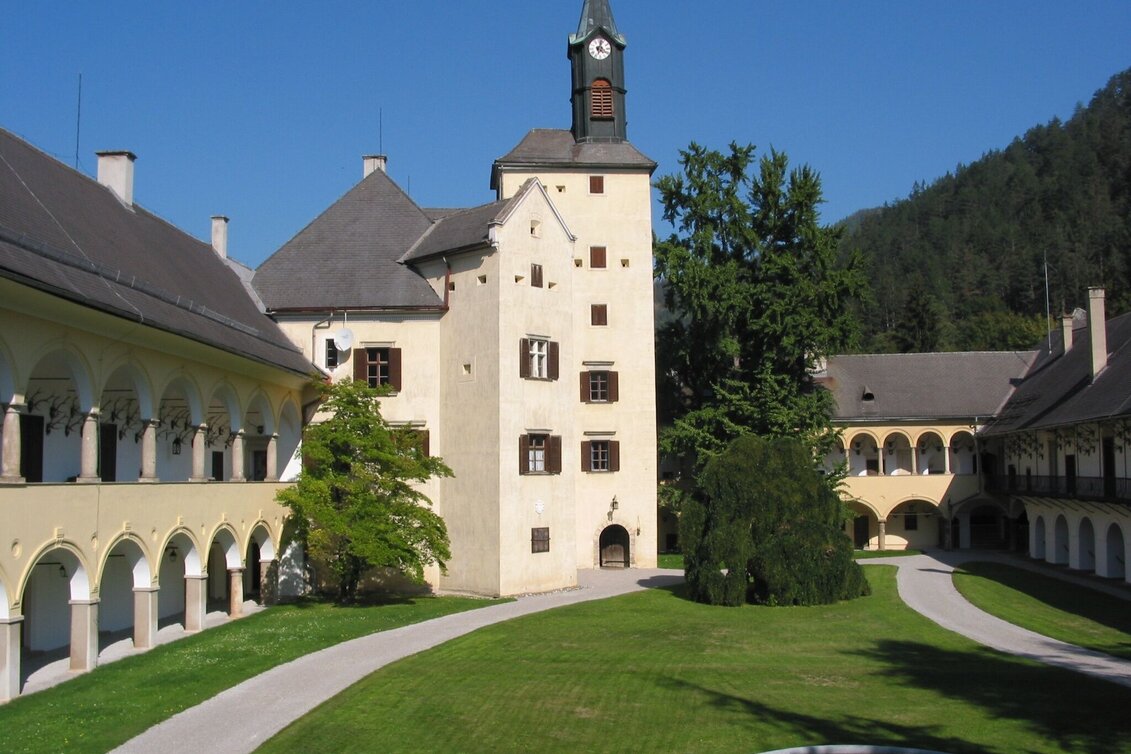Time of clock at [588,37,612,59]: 4:02
